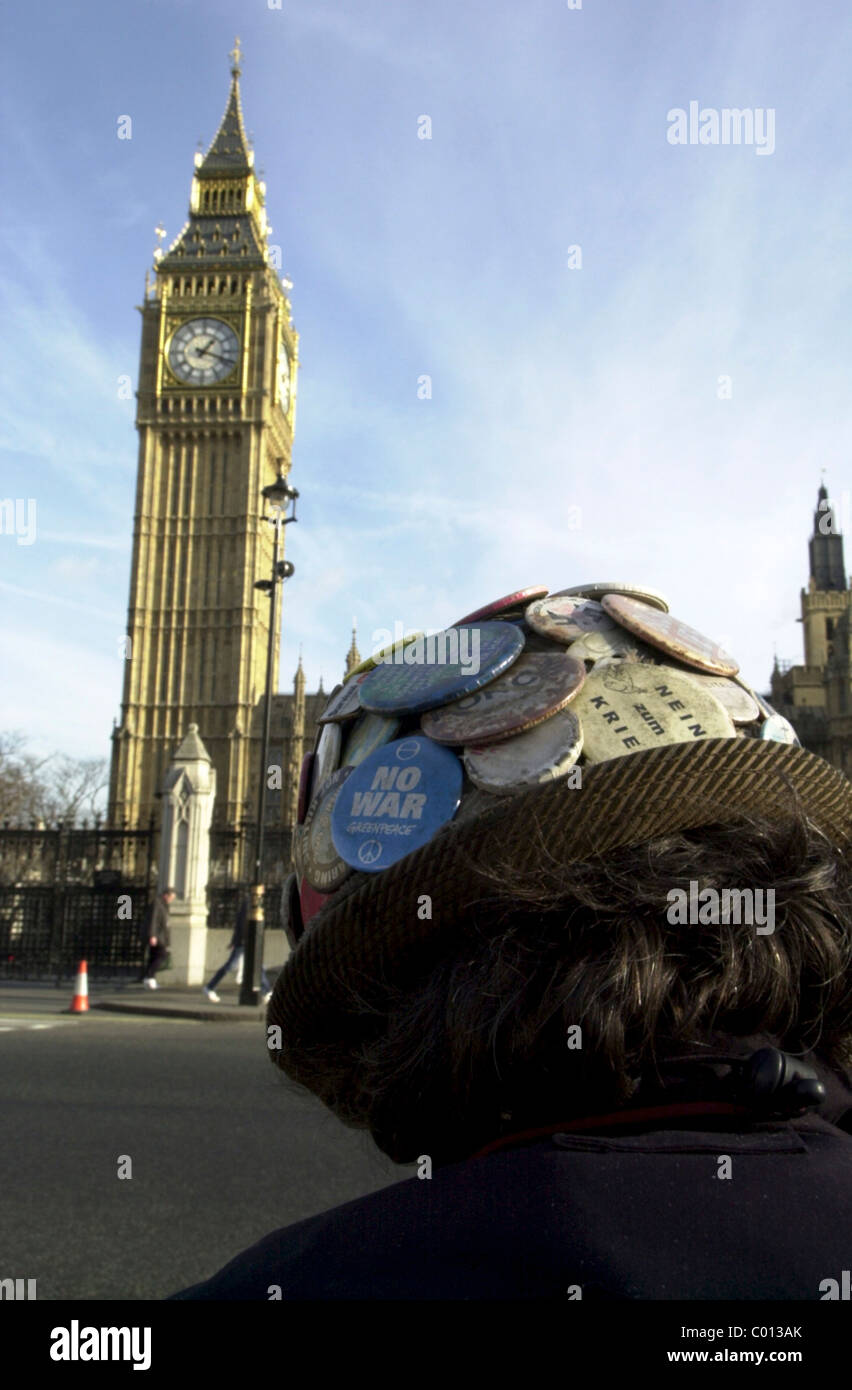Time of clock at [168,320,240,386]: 1:18
